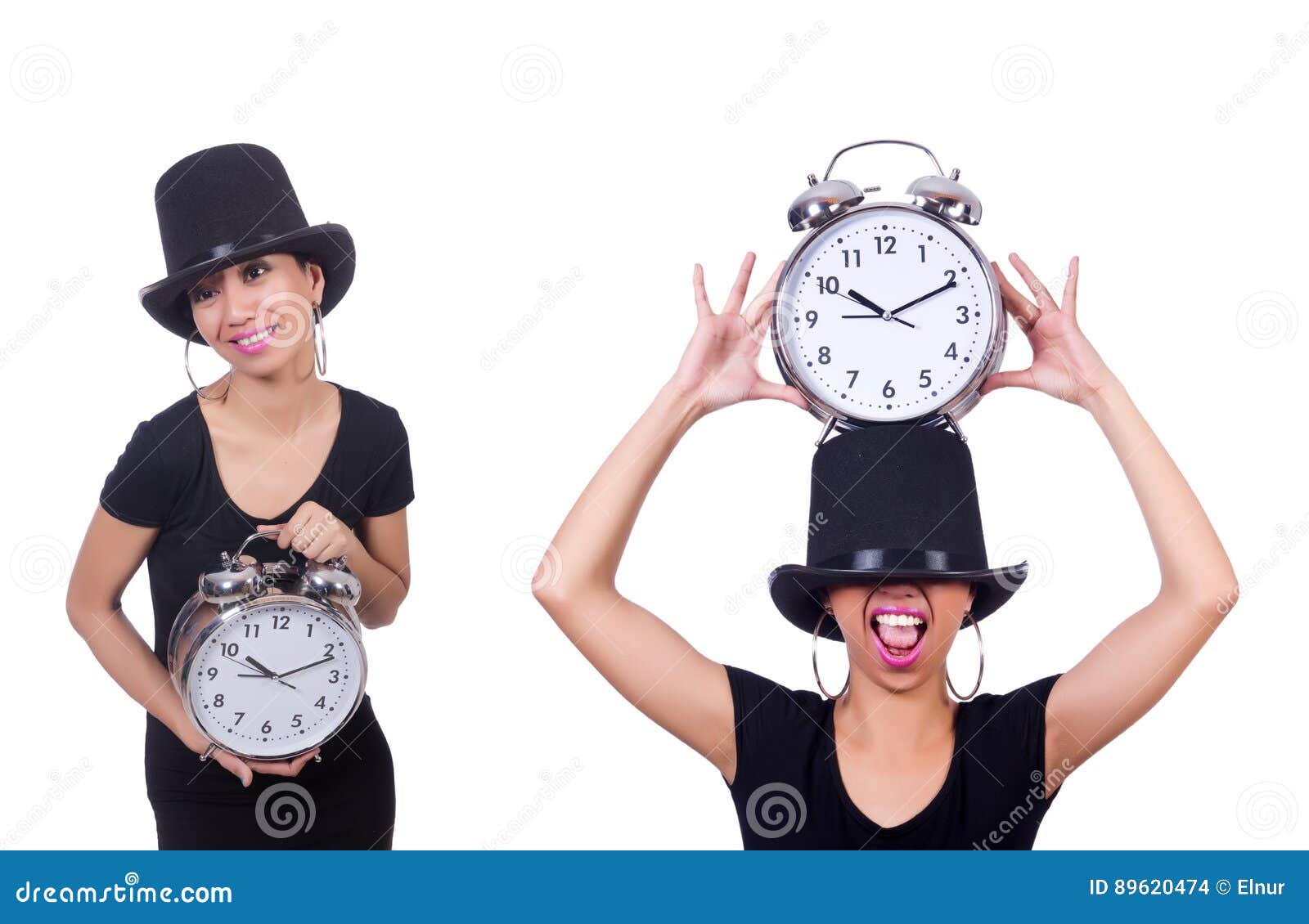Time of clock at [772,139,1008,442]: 10:11
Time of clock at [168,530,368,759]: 10:11
